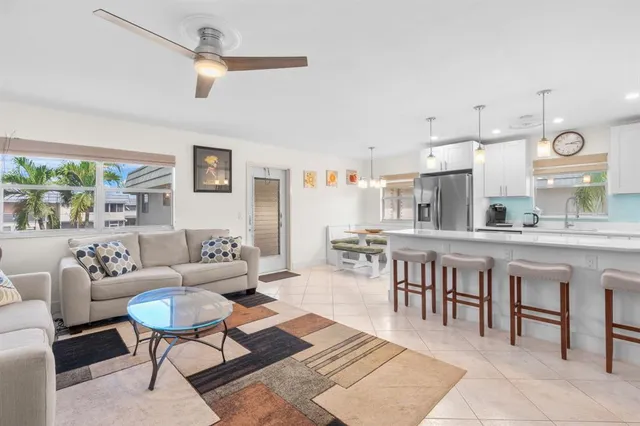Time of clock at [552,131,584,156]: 3:13
